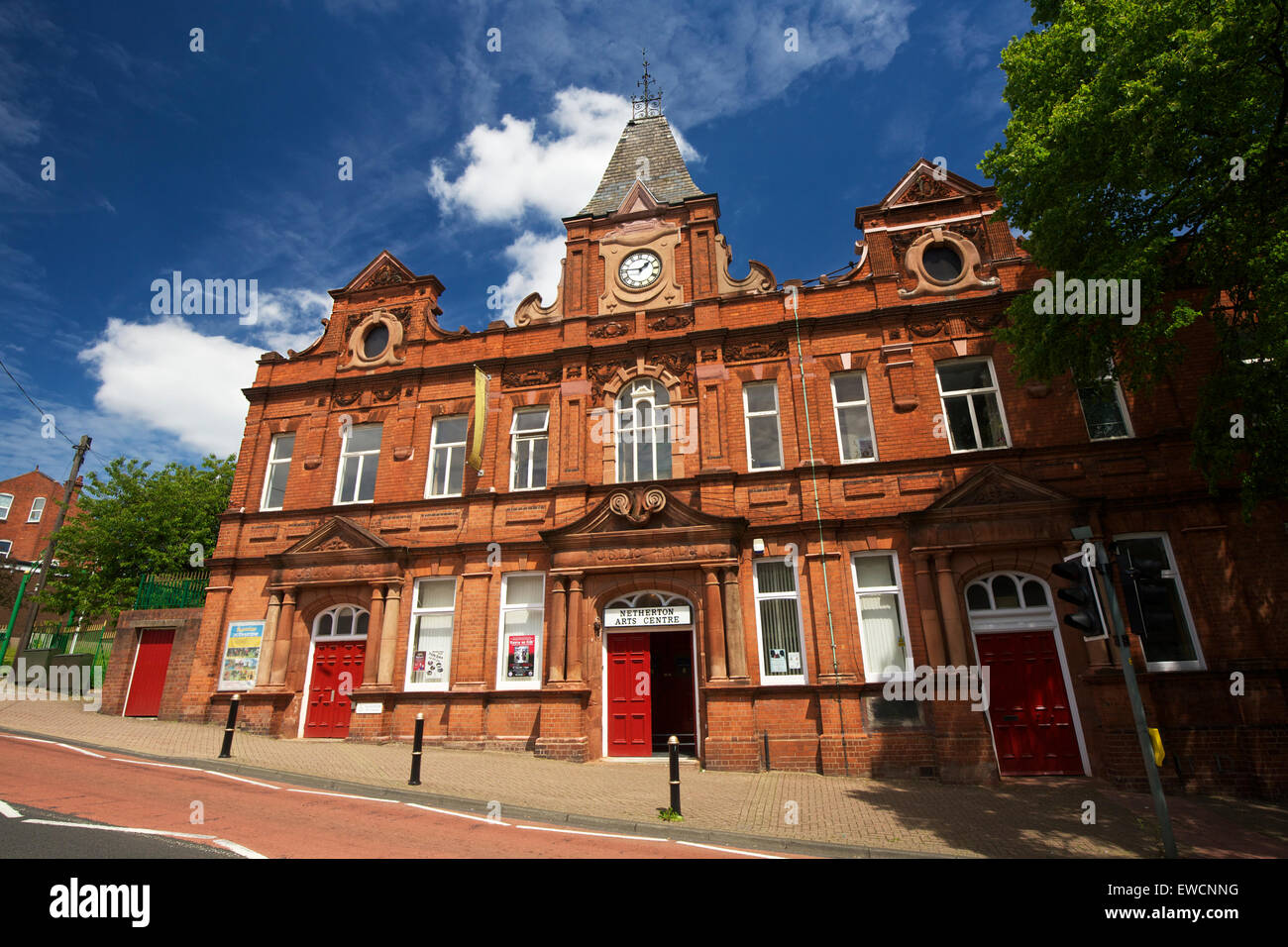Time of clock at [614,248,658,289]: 1:46
